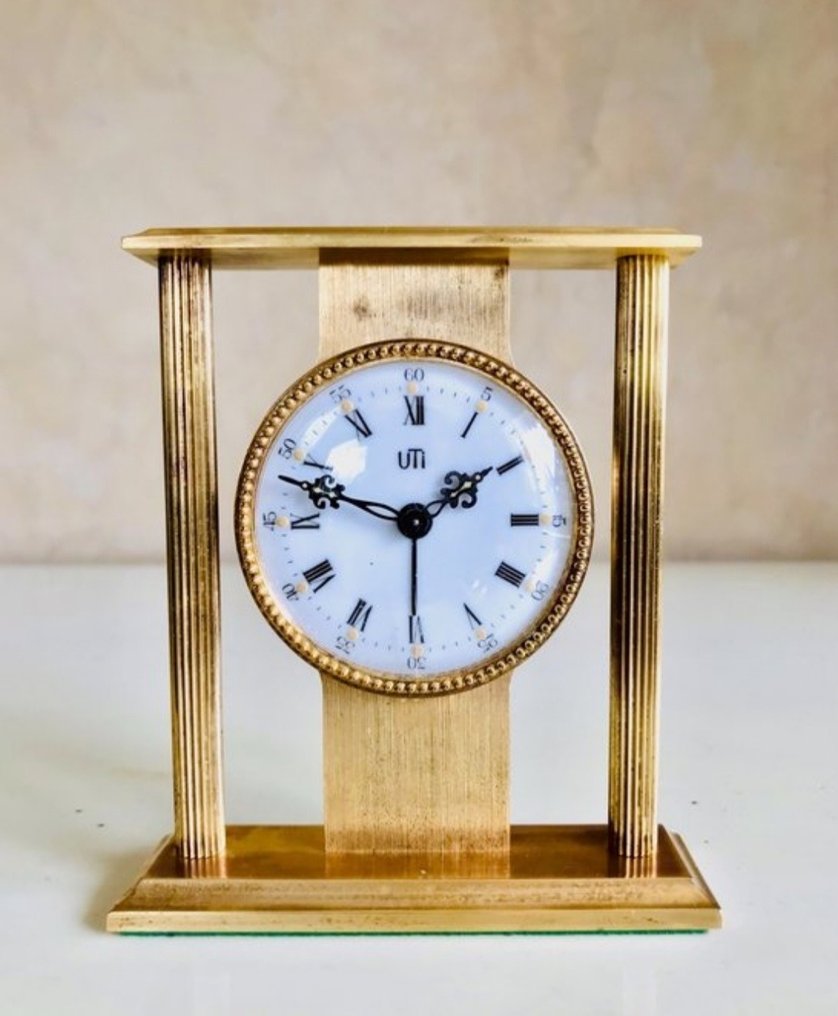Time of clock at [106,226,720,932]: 1:47
